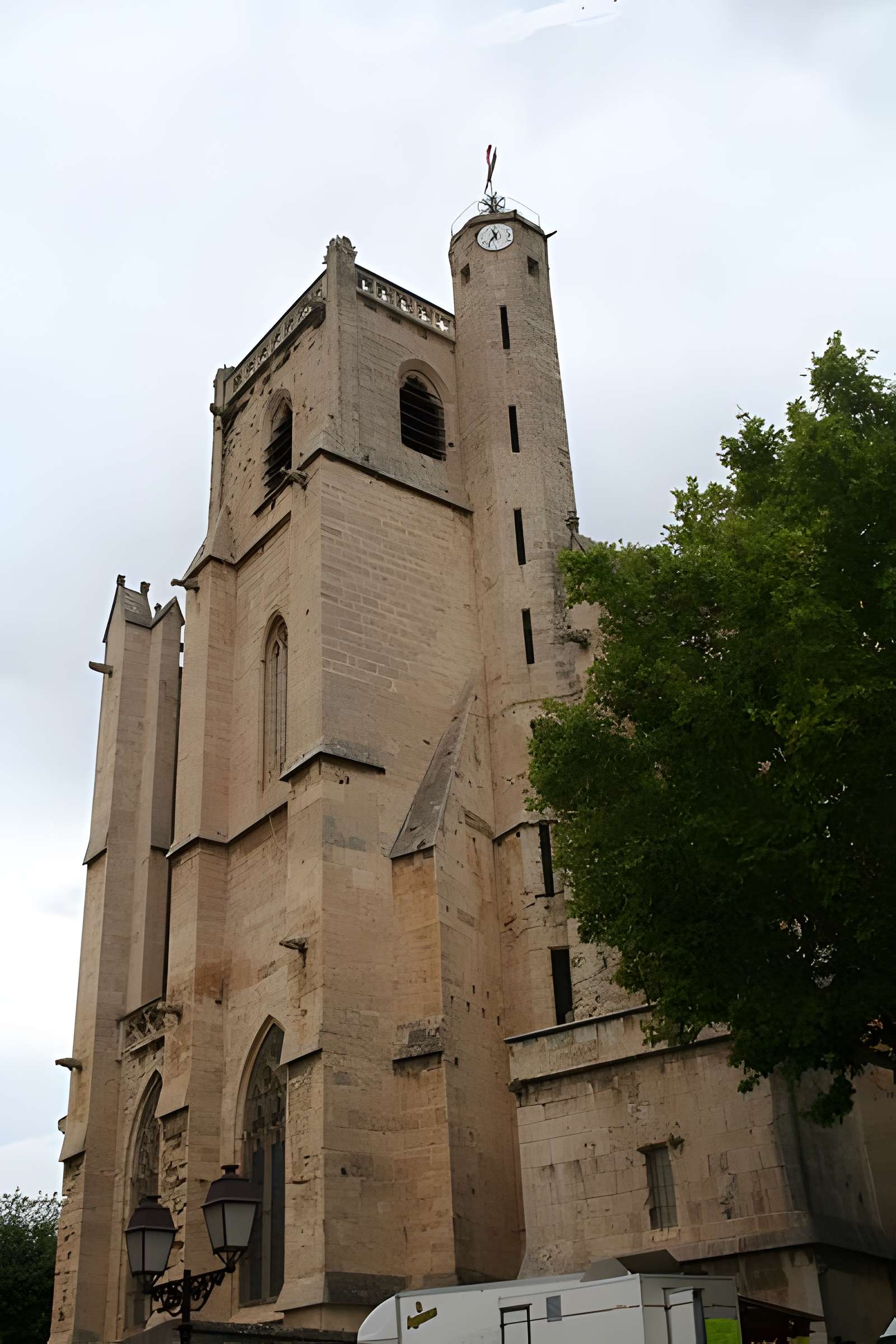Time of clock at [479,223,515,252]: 11:35
